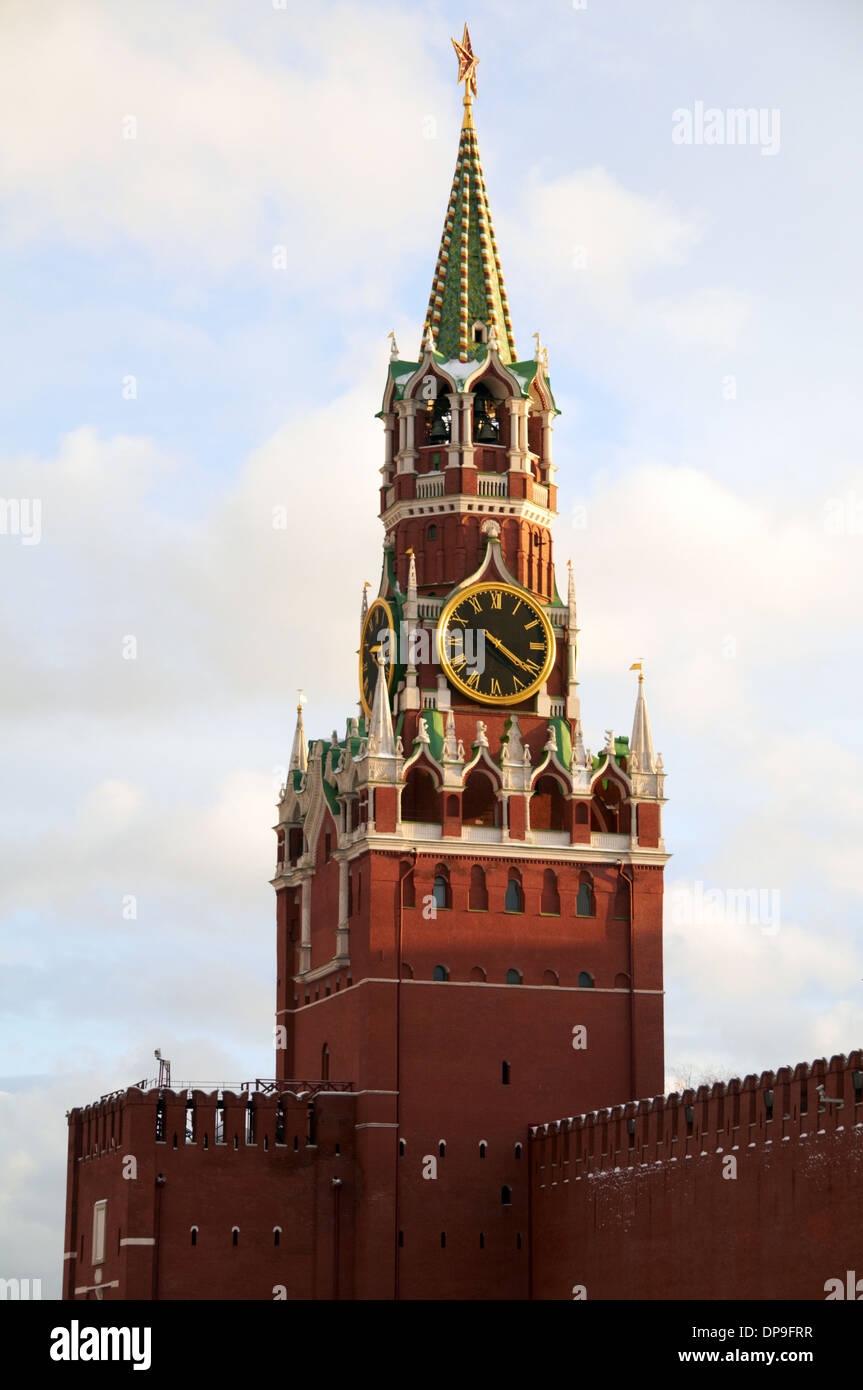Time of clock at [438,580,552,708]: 4:21
